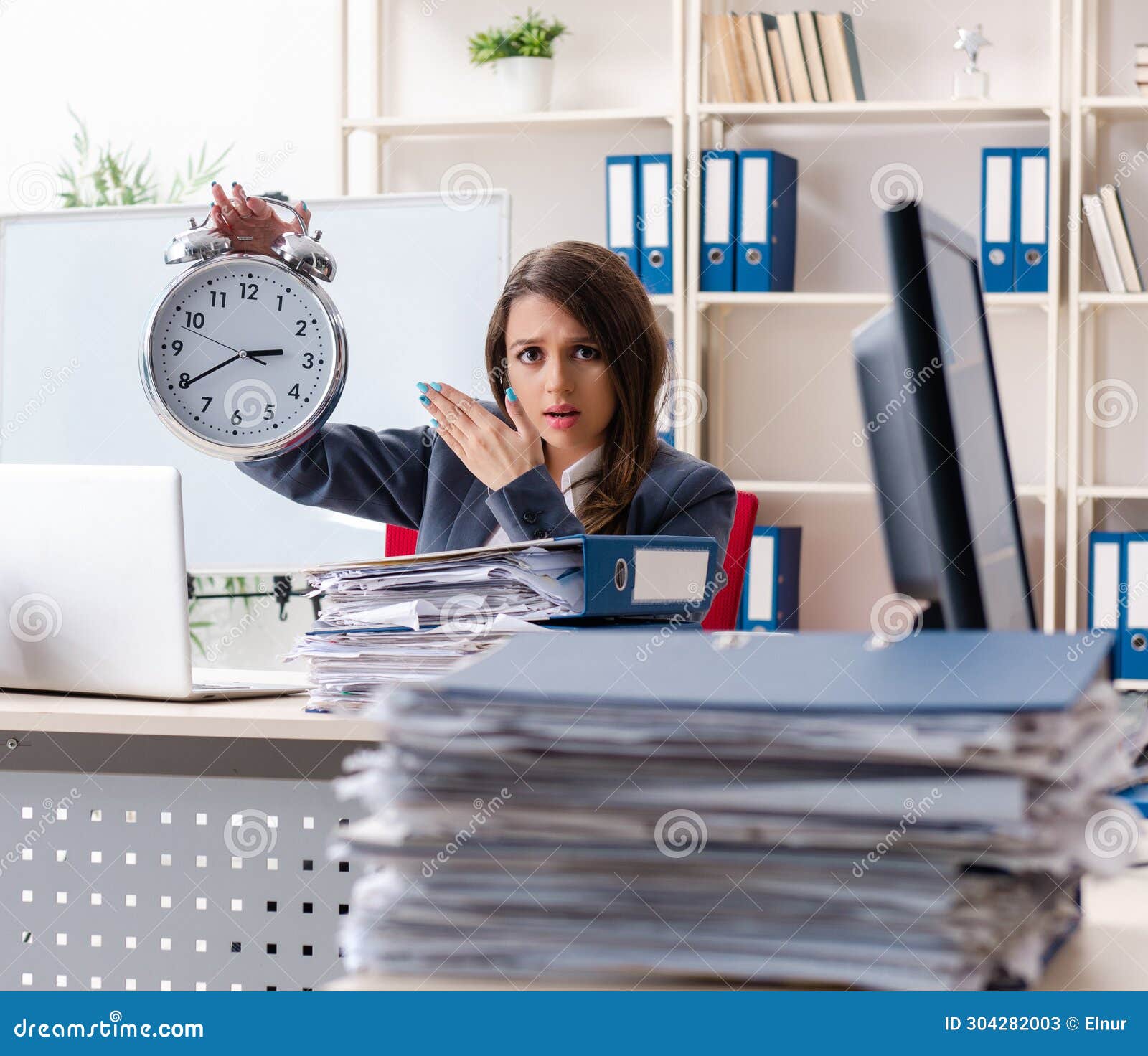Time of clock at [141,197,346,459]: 2:39
